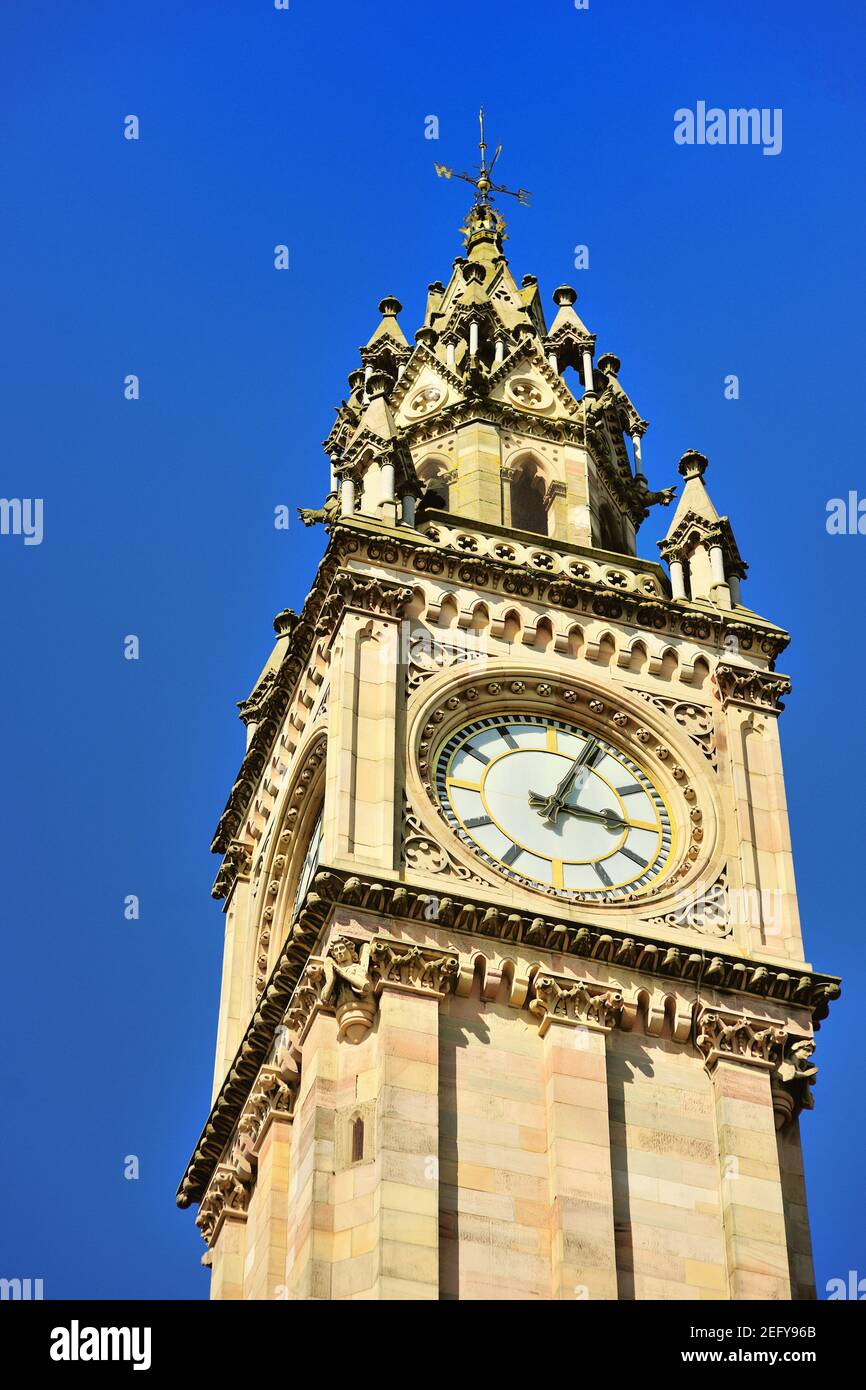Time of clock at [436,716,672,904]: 3:04
